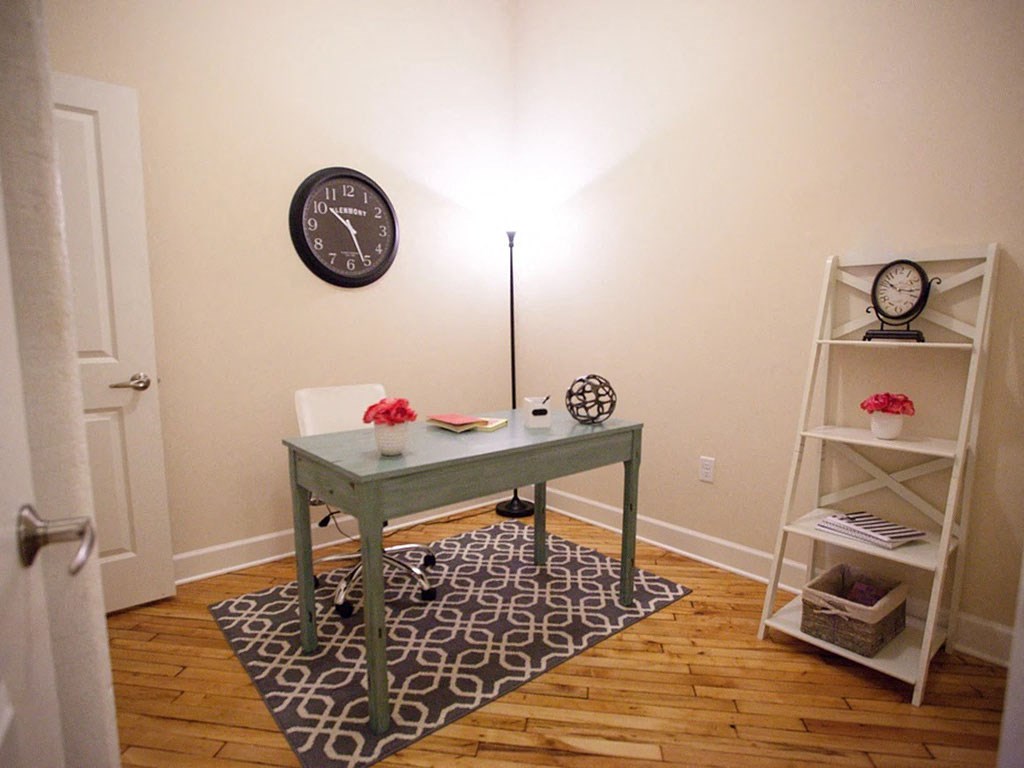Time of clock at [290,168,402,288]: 10:26
